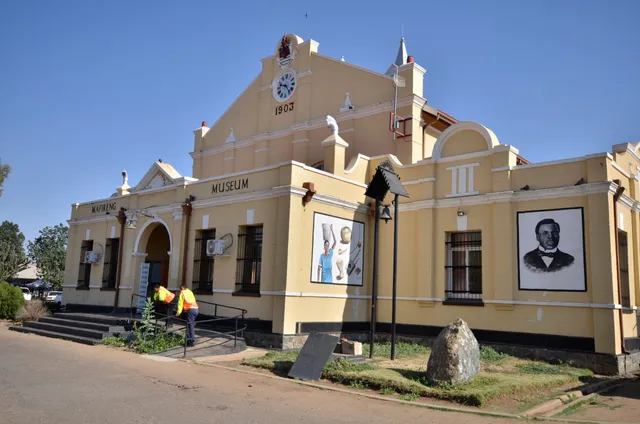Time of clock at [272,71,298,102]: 9:23
